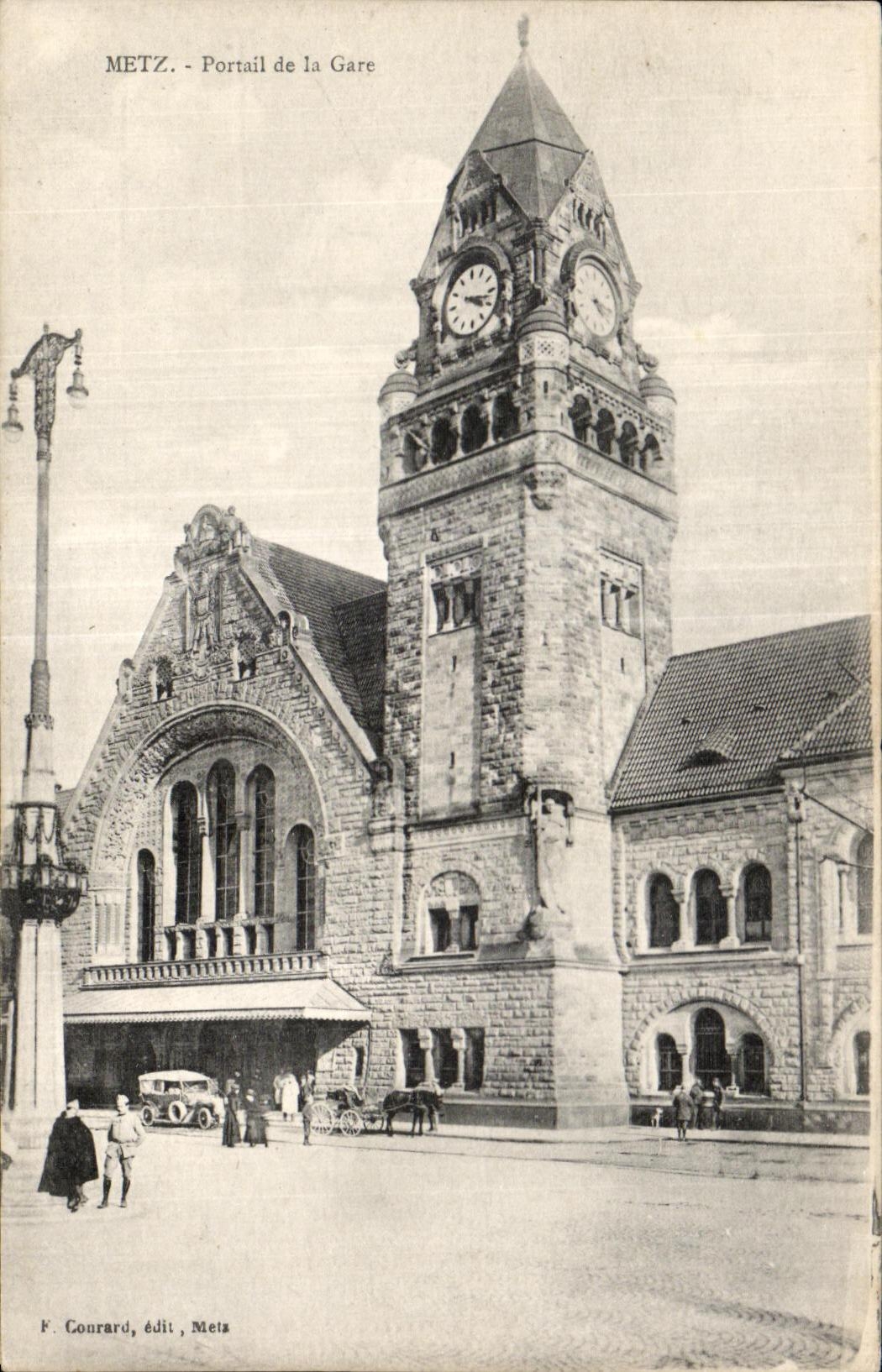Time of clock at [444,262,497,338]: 4:17
